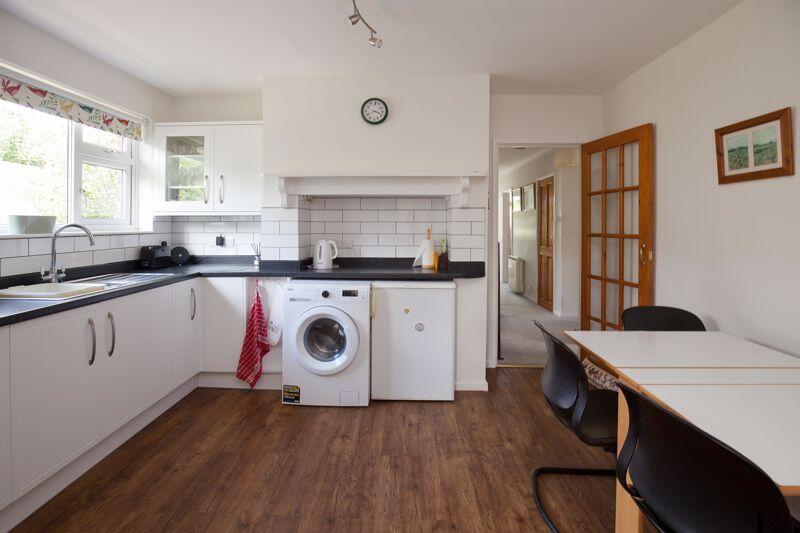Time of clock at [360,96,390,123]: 3:40
